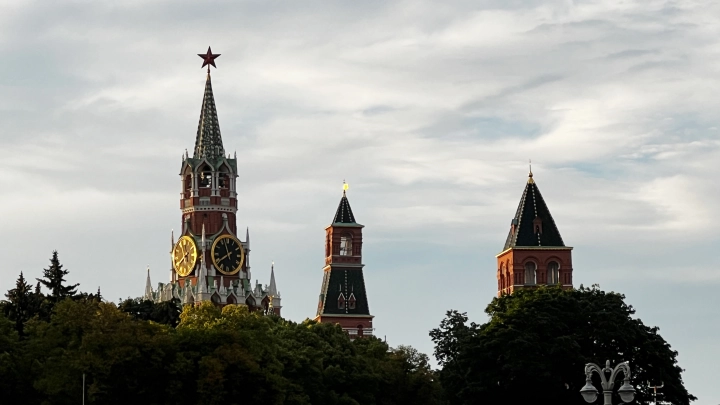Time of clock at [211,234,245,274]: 7:57
